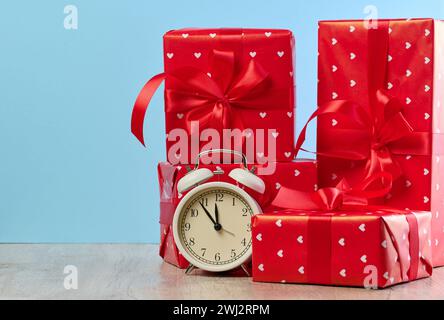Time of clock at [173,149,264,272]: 11:53
